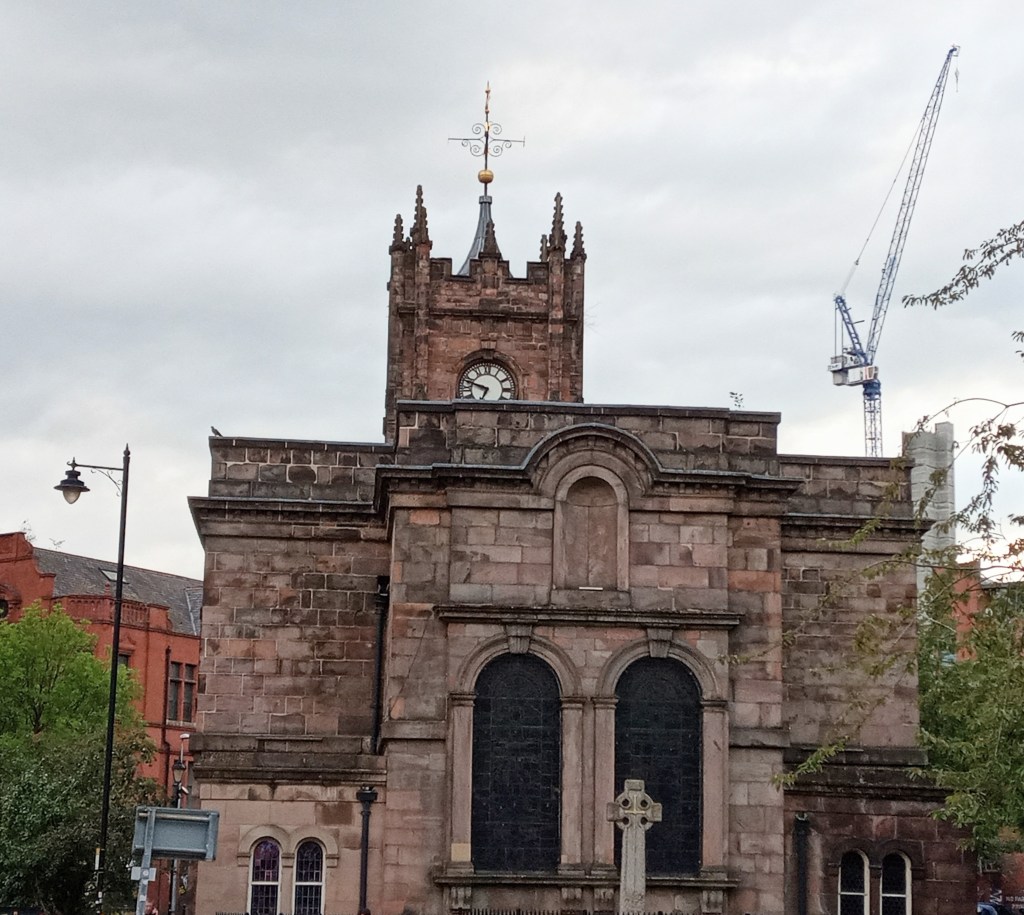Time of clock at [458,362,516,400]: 6:47
